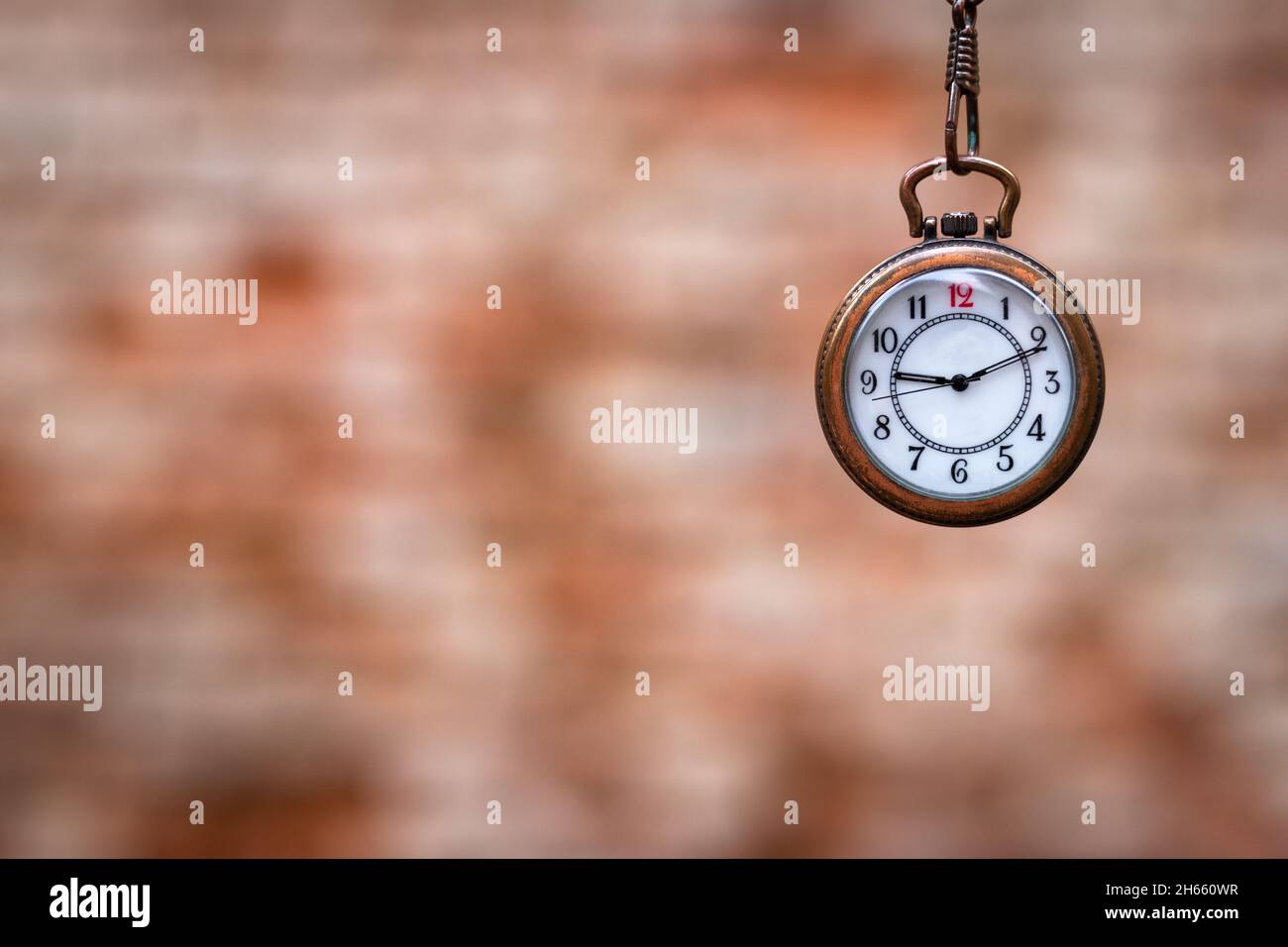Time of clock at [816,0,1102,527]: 9:11
